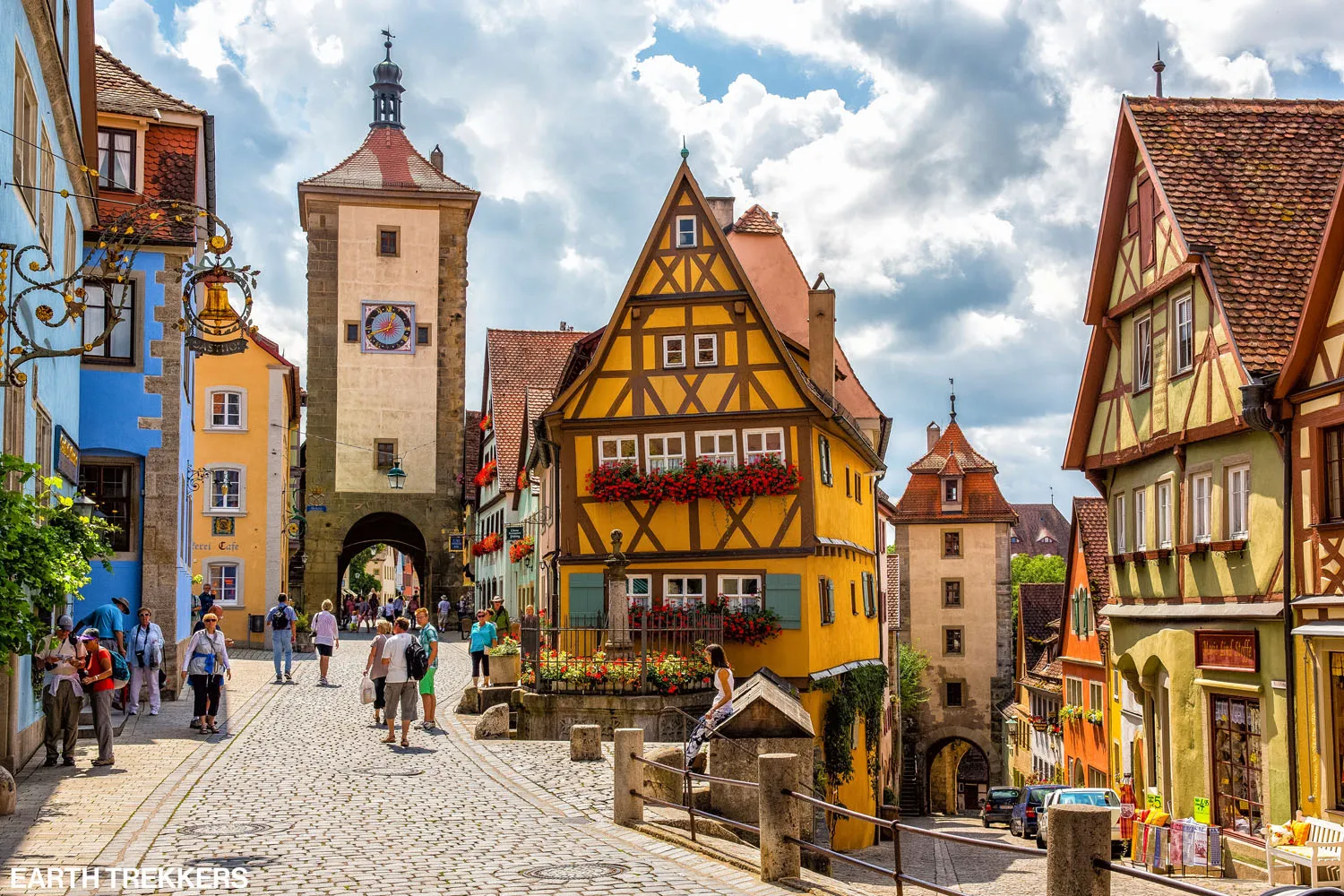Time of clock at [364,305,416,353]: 12:41
